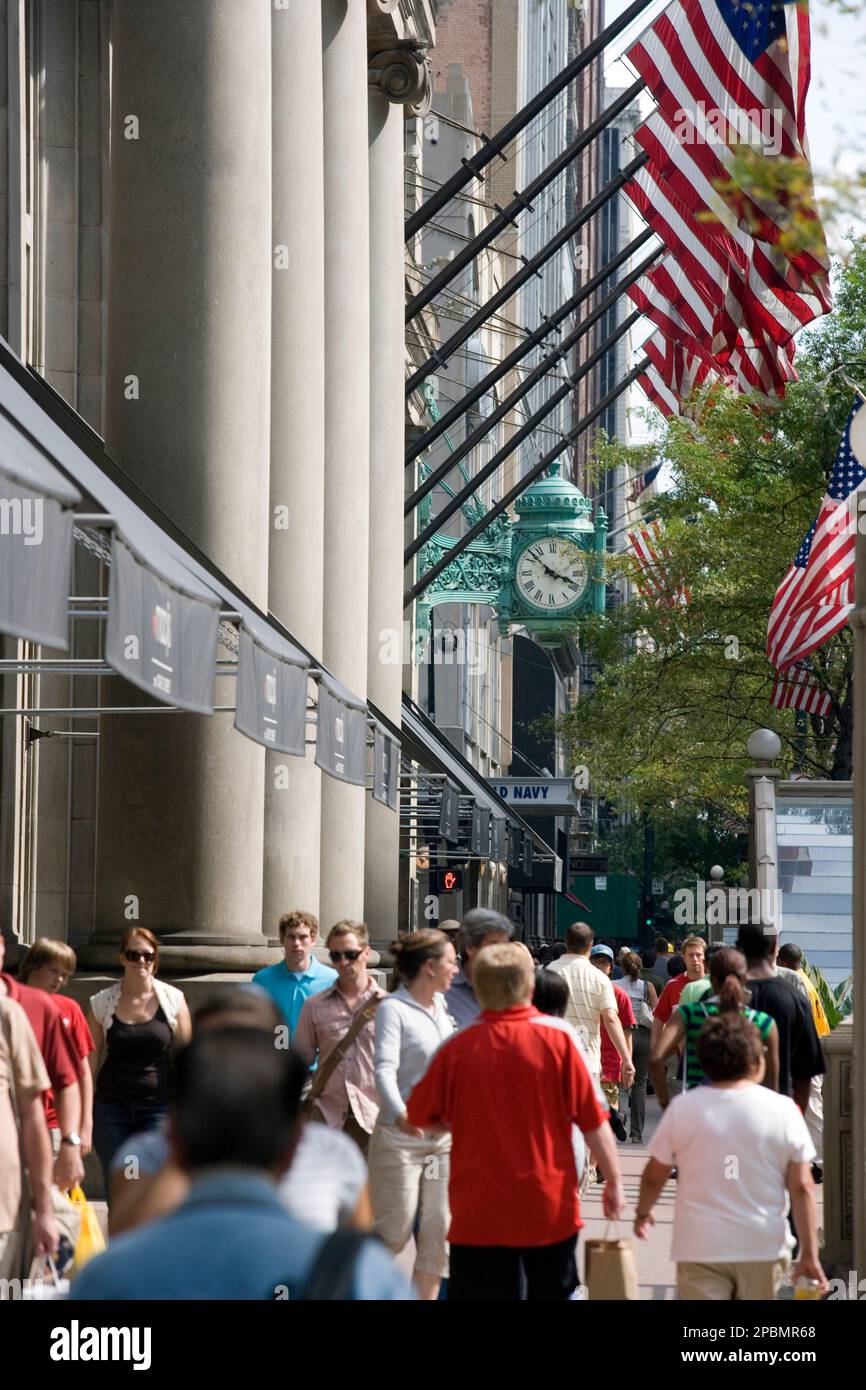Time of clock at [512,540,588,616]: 3:52
